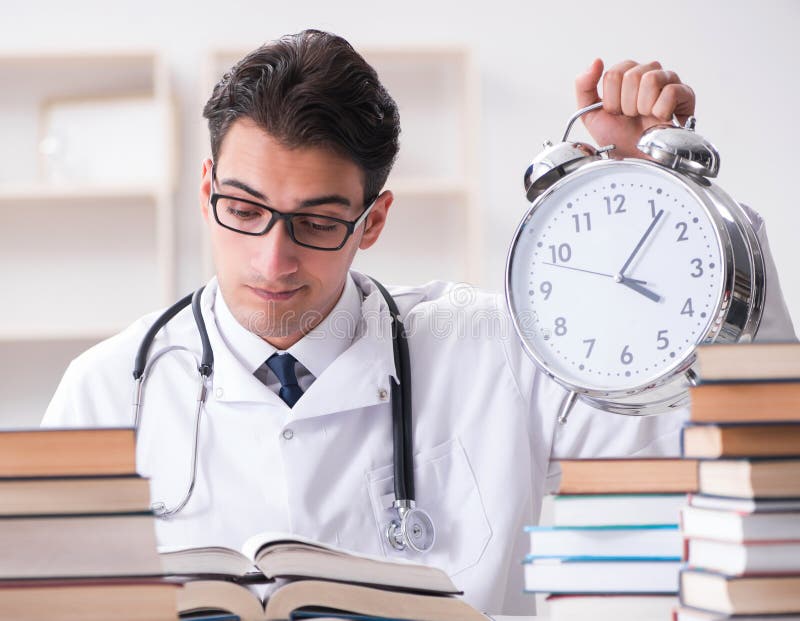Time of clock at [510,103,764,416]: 4:06
